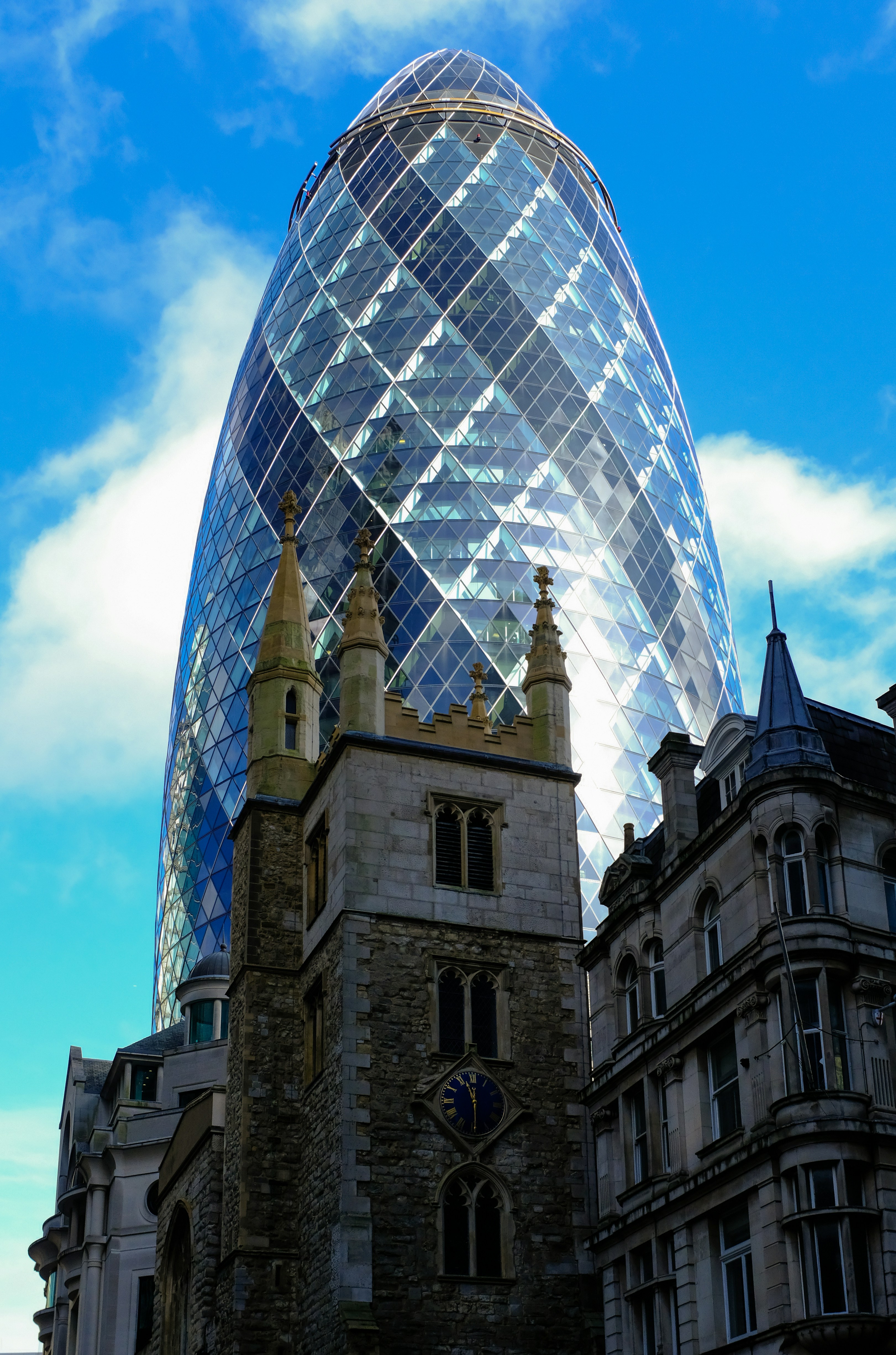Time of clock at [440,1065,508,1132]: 11:29
